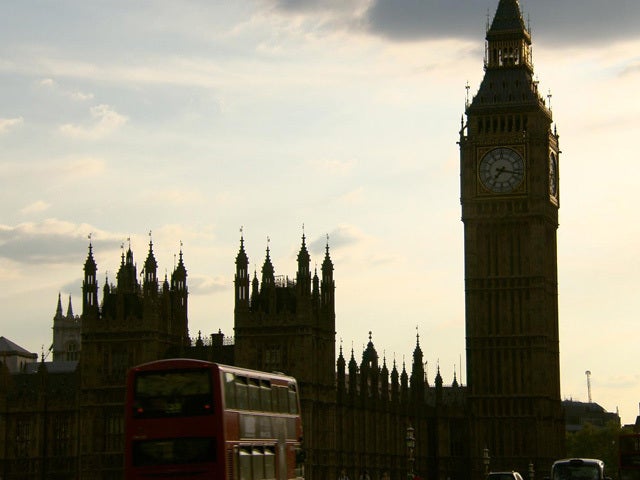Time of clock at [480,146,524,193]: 7:17
